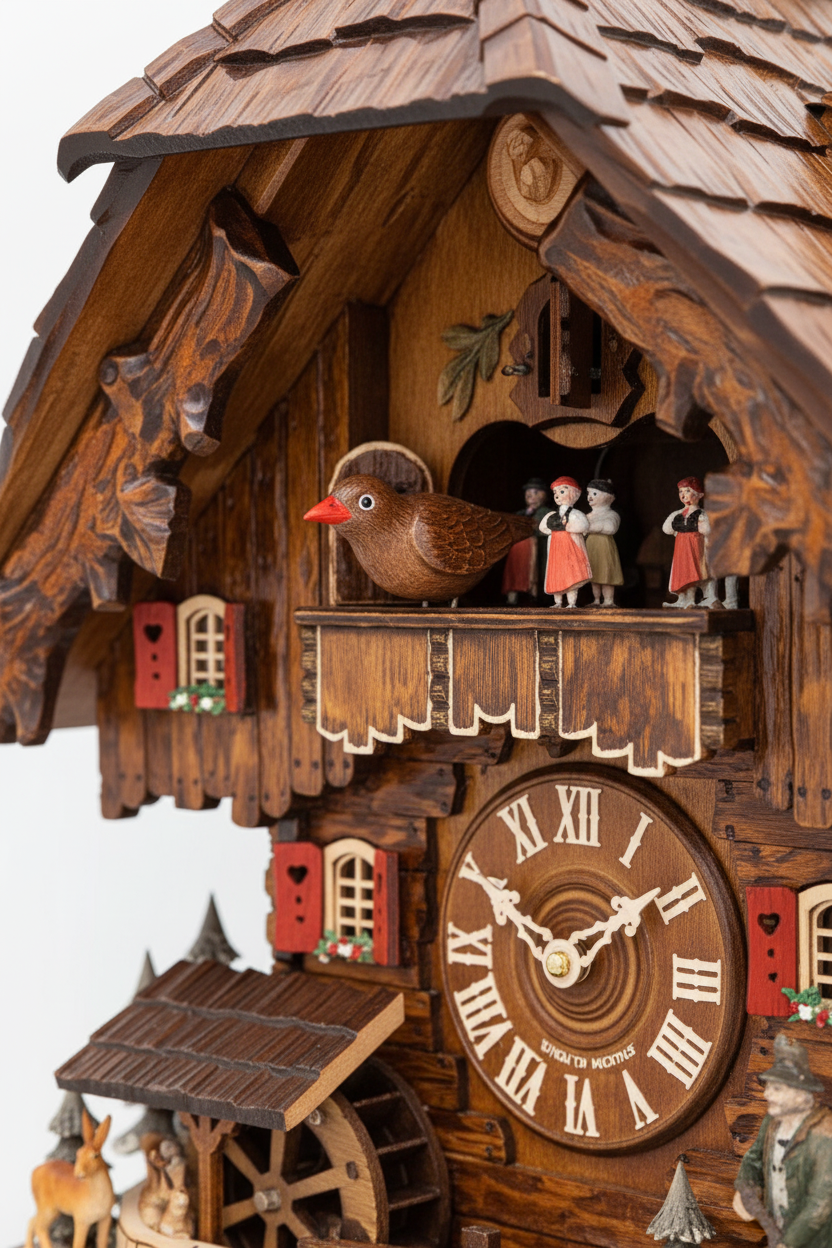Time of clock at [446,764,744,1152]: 1:50
